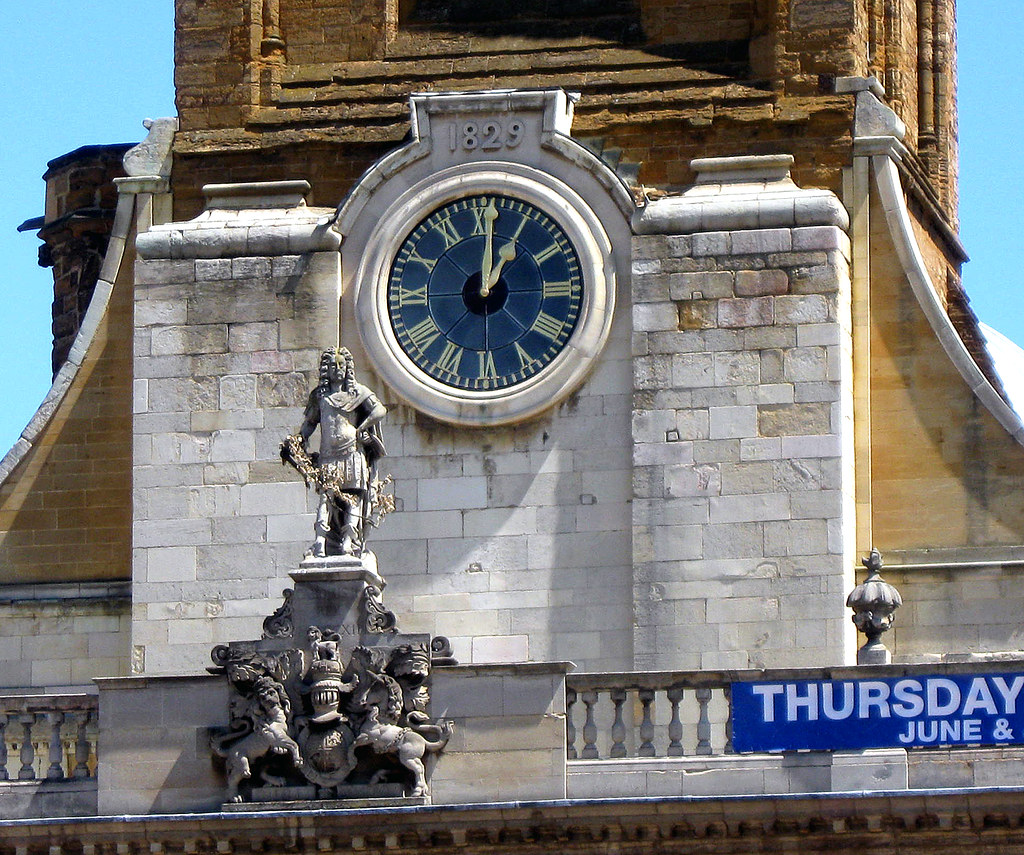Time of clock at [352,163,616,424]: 1:01
